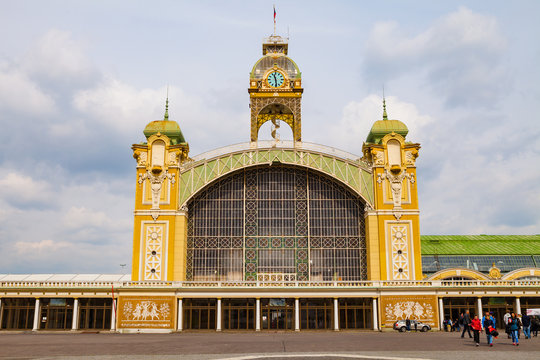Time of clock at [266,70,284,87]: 11:29
